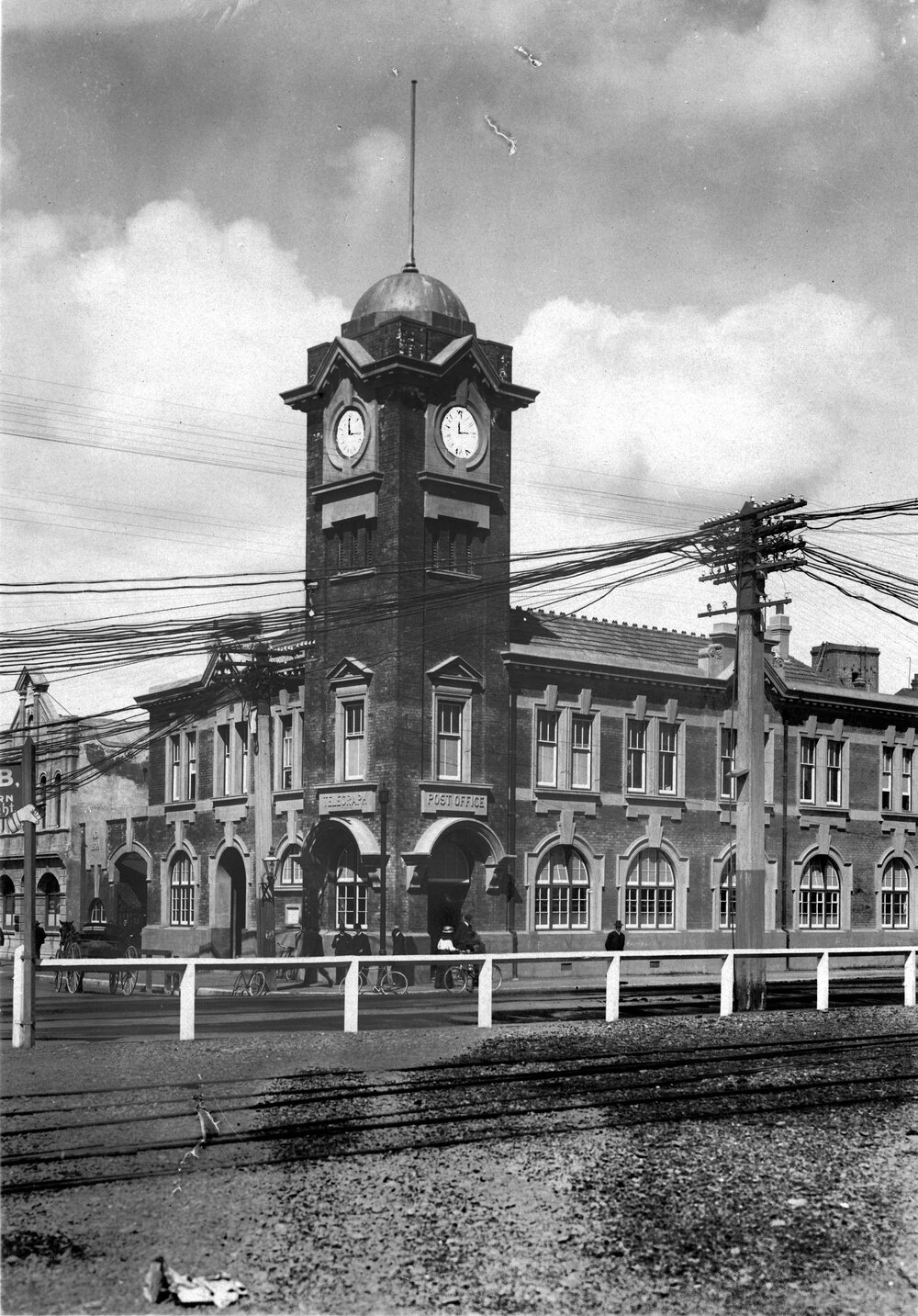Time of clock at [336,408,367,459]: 2:58
